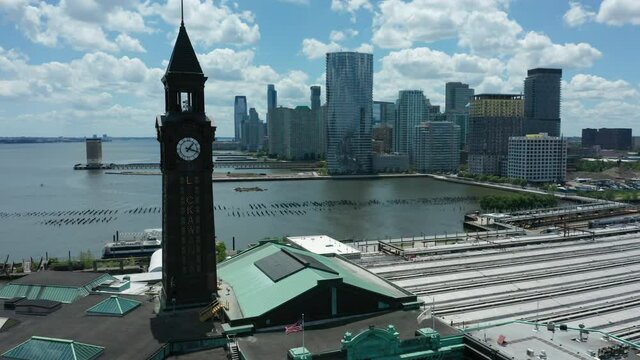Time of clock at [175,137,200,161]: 1:18
